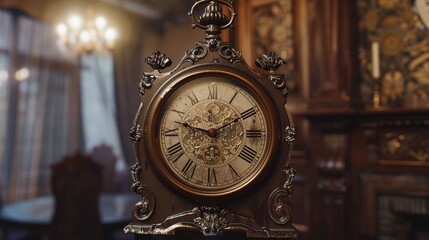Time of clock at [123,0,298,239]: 9:10
